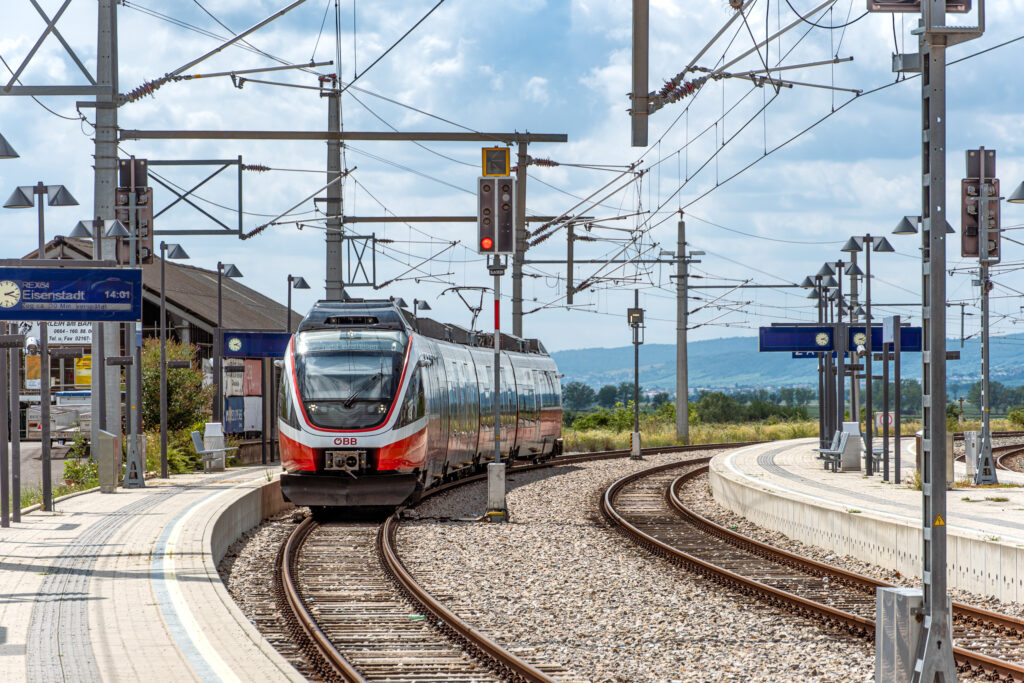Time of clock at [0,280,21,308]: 2:18
